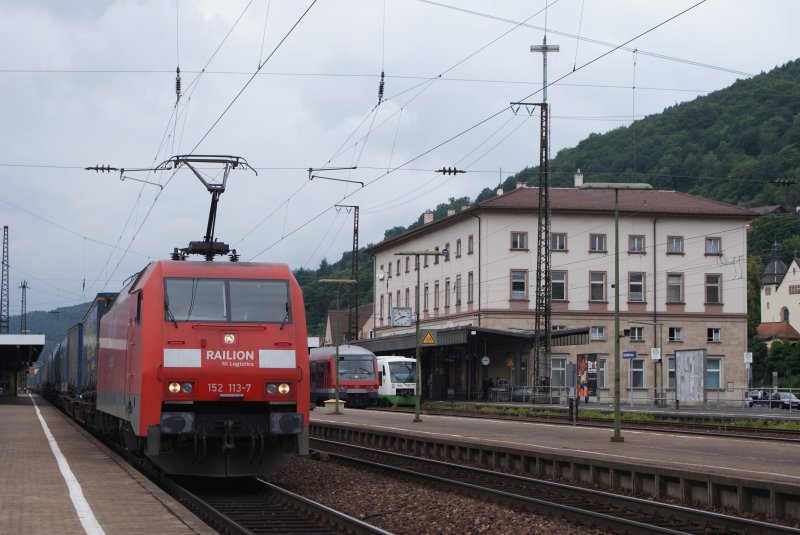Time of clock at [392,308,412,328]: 2:40
